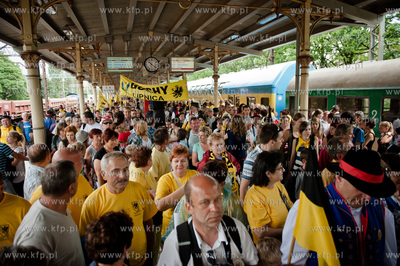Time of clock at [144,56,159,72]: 10:20
